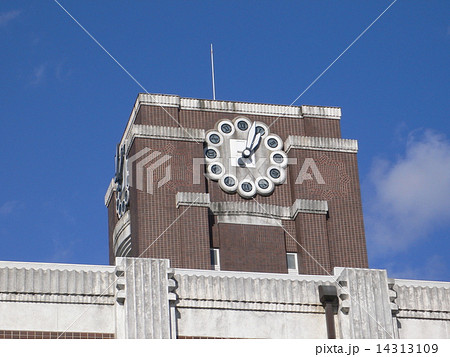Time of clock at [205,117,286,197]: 1:02
